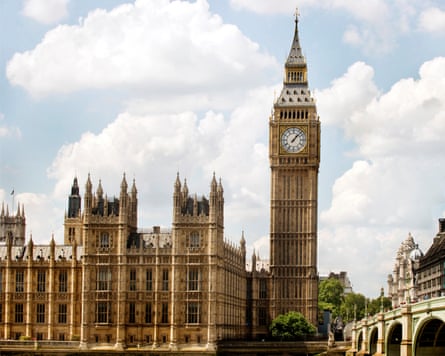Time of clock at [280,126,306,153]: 1:07
